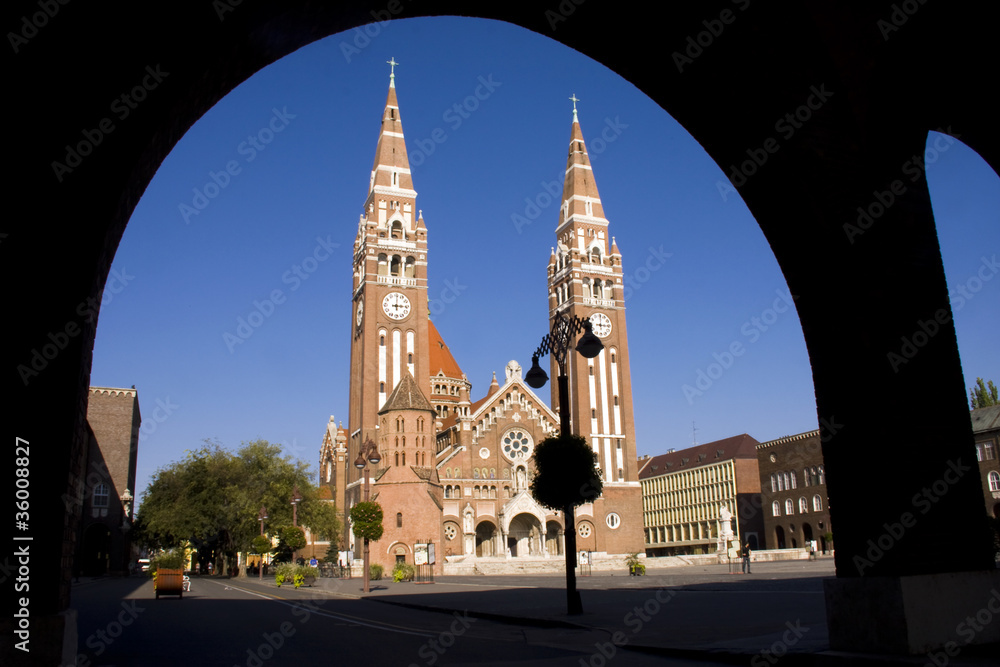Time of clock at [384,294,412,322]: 3:00
